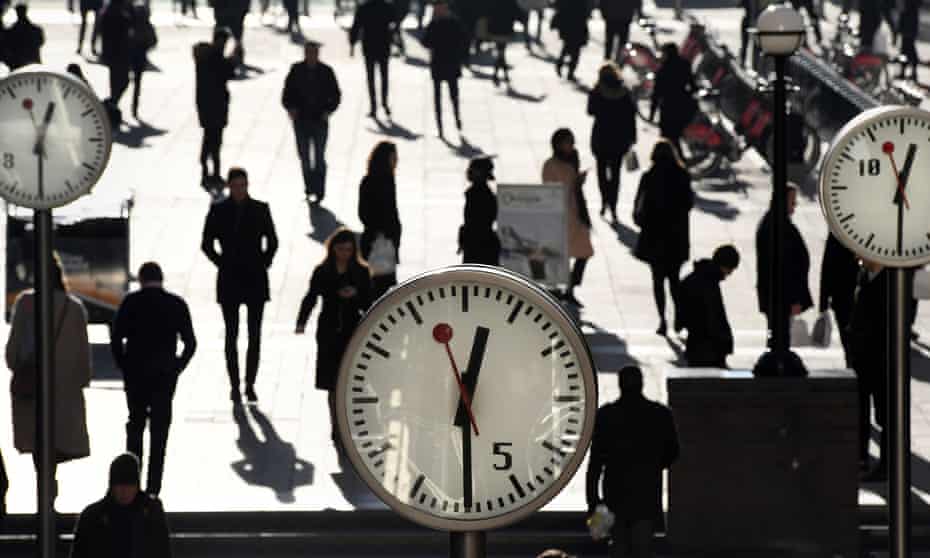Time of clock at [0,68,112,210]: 12:30
